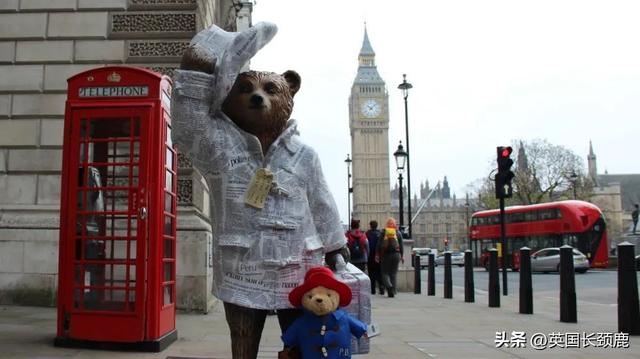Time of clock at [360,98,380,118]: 10:07
